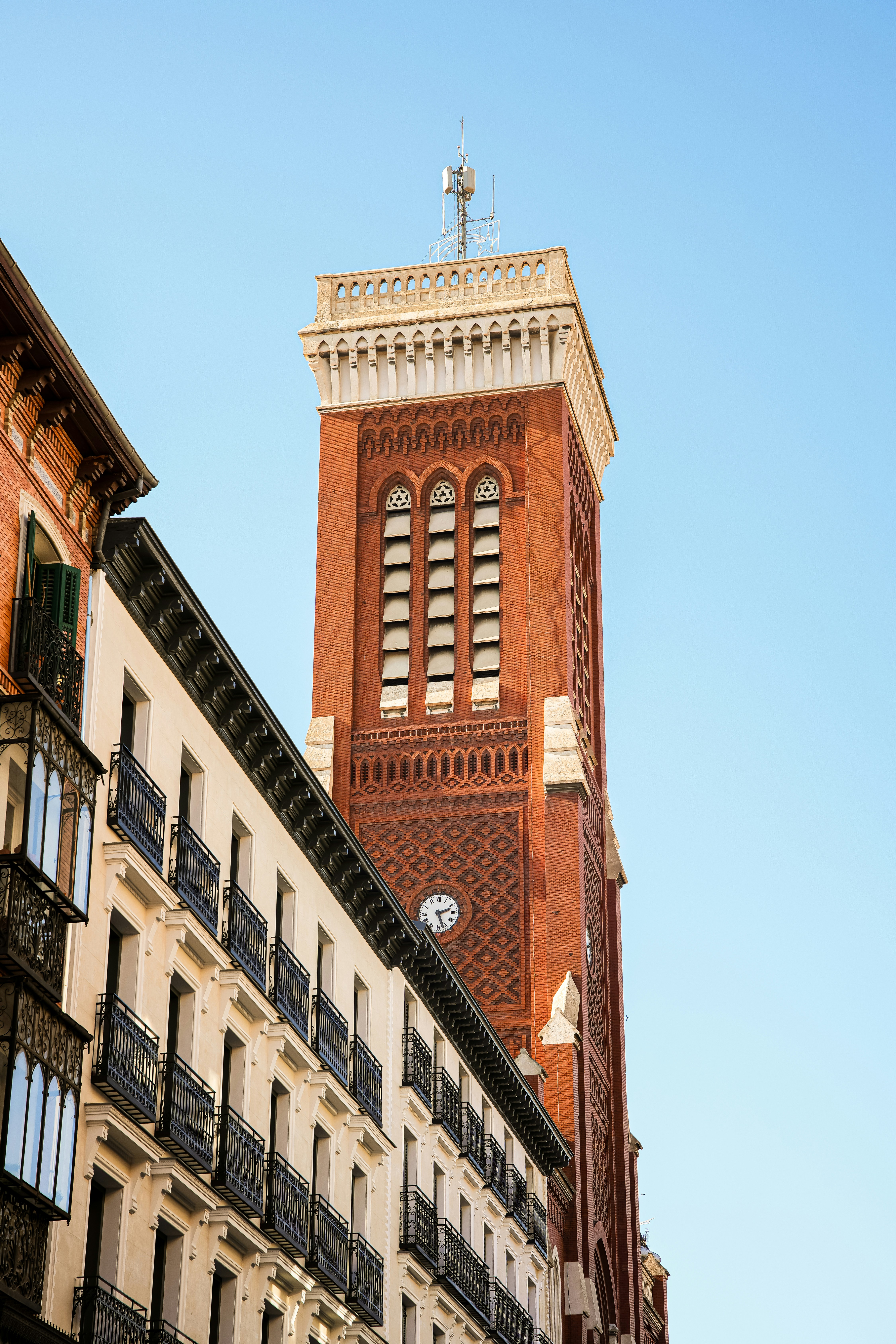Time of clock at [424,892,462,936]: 2:27
